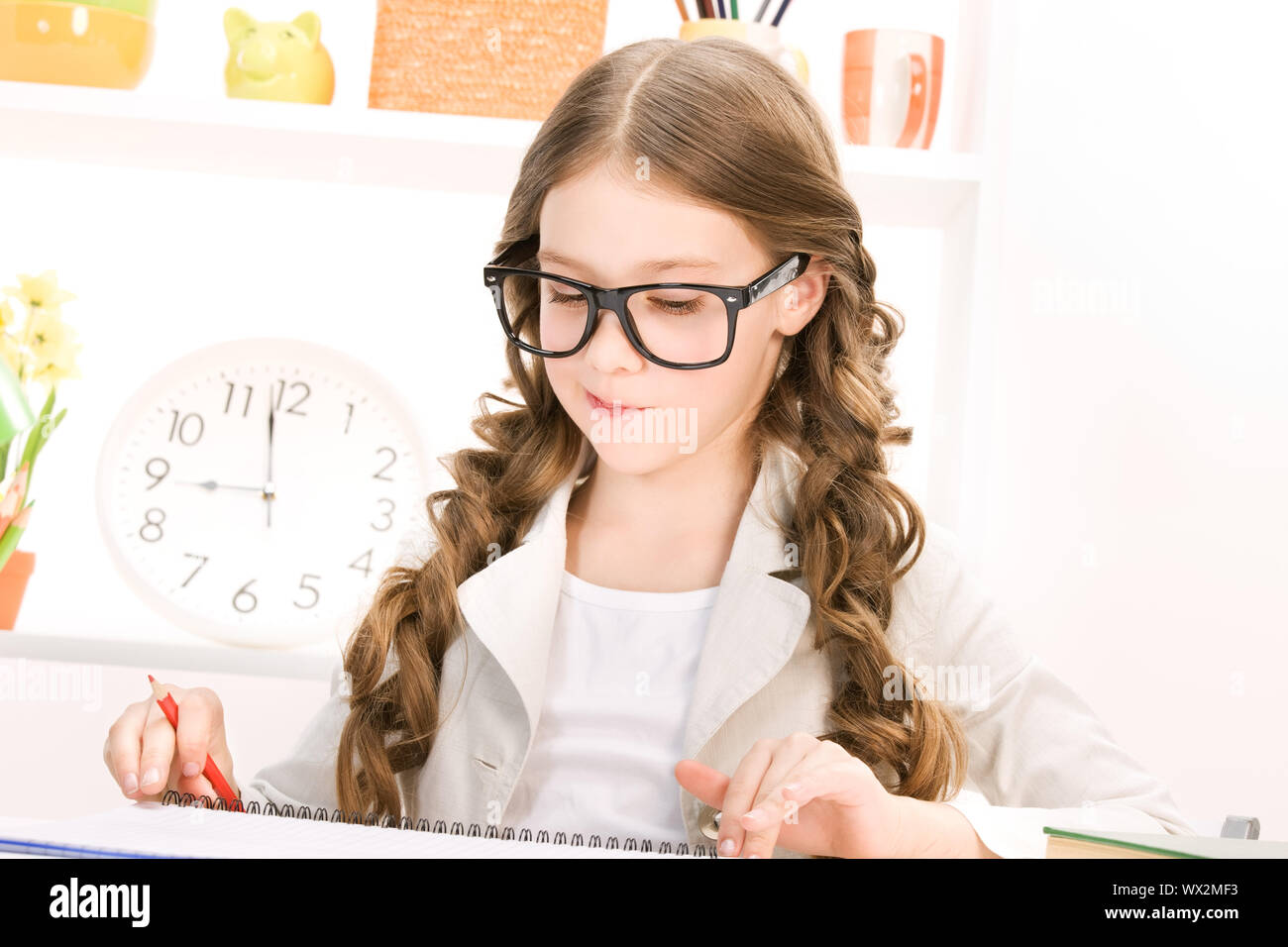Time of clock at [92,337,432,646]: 8:58
